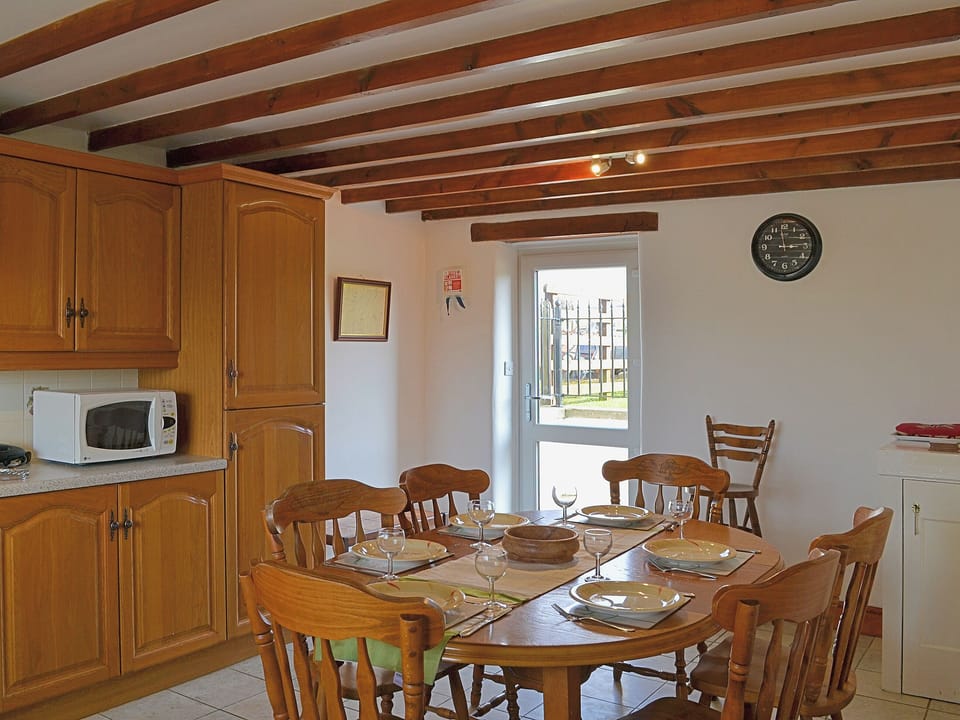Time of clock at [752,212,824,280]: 2:58
